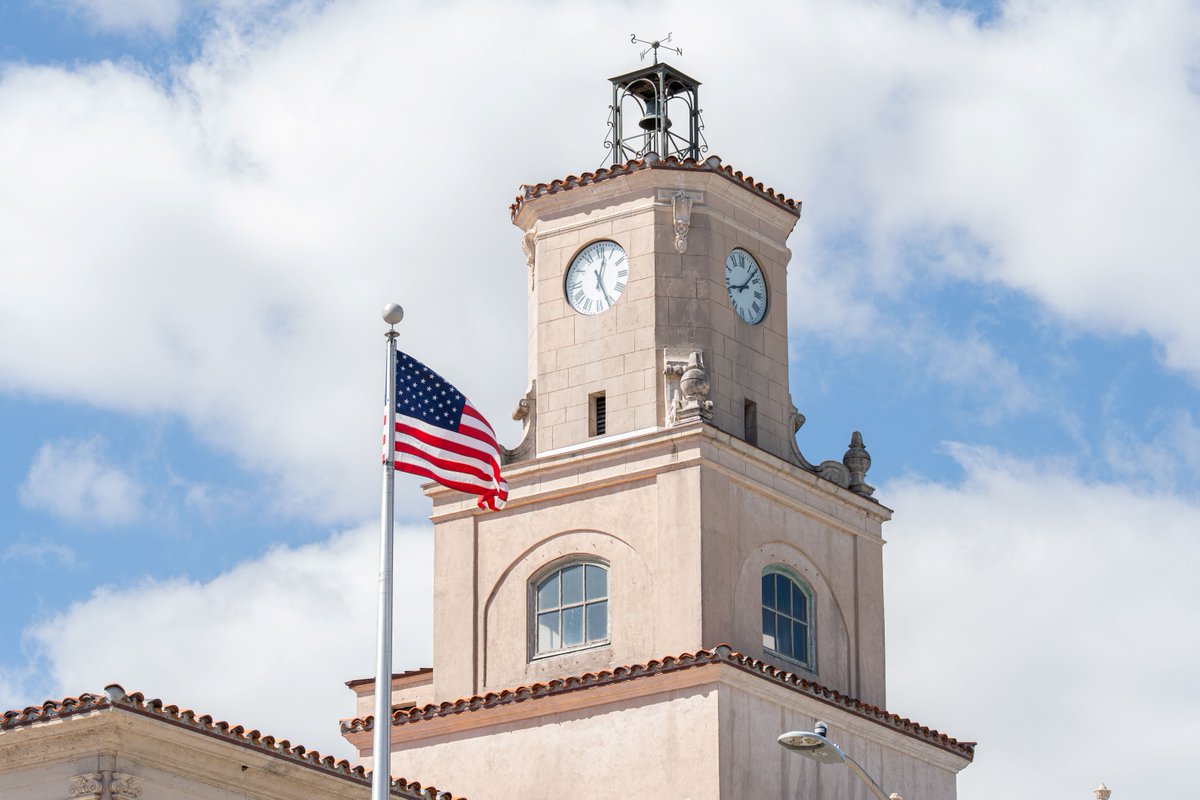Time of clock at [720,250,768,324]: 8:07
